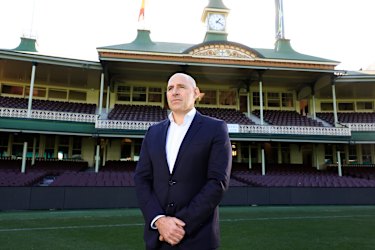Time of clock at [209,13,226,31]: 1:18
